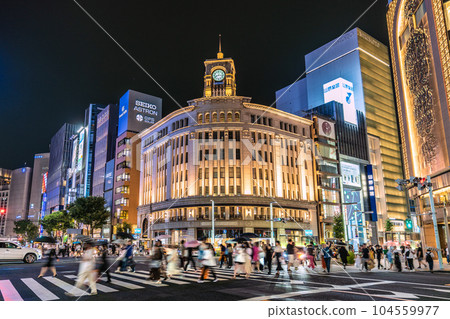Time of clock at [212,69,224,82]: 8:16
